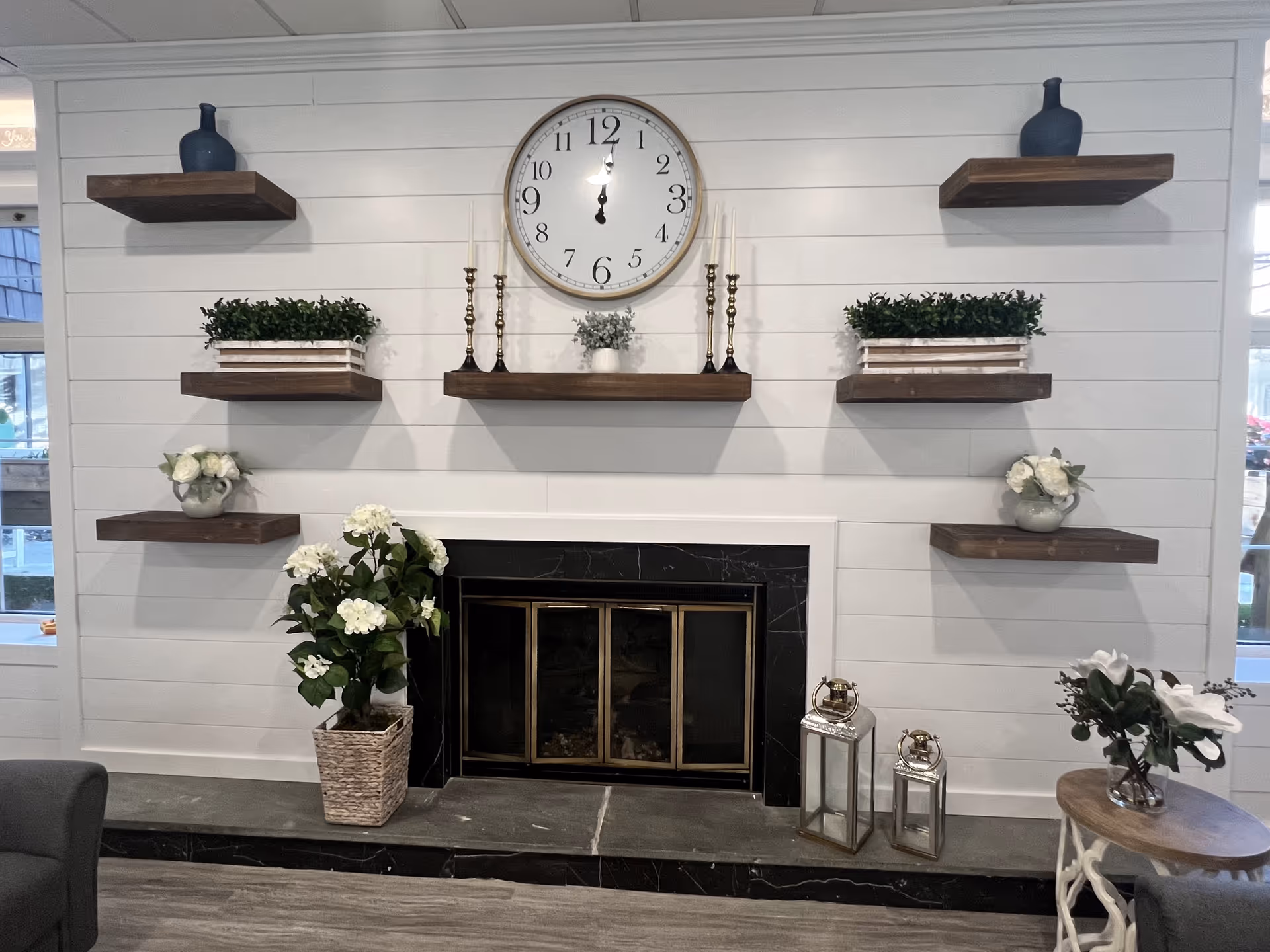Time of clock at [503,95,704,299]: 12:01
